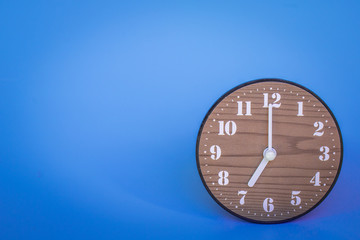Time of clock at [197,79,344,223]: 6:59
